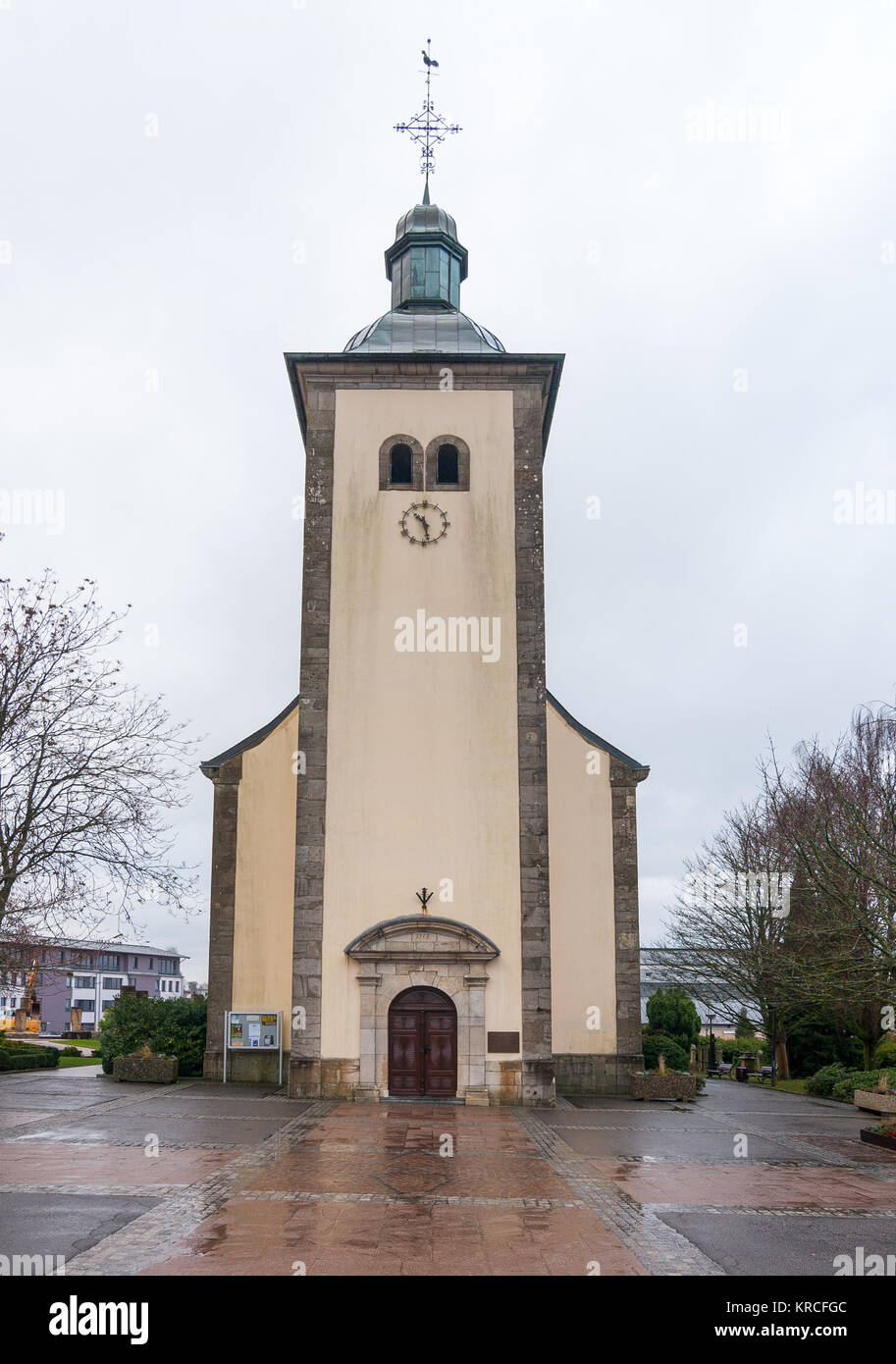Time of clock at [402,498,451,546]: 10:28
